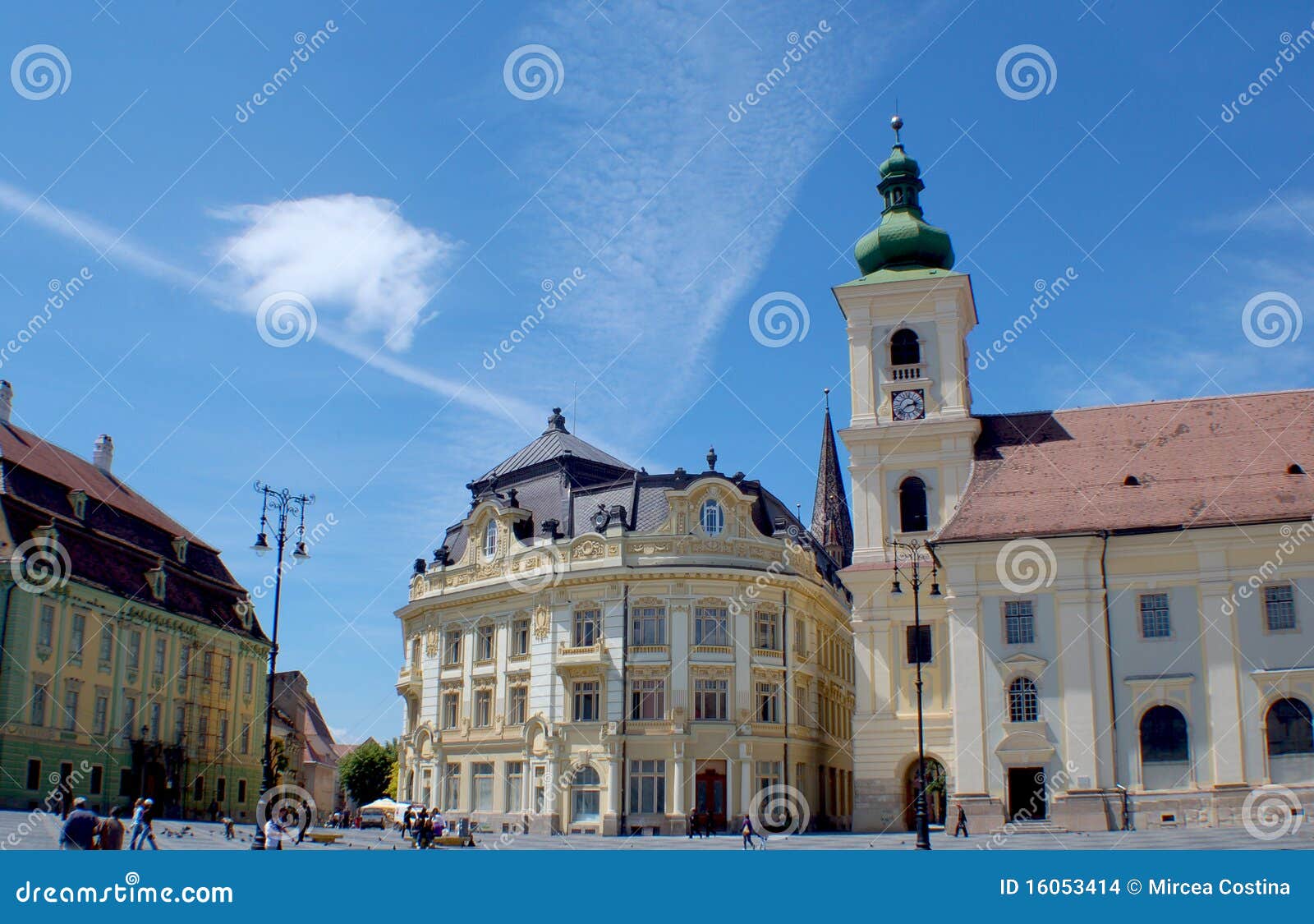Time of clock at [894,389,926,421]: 2:38
